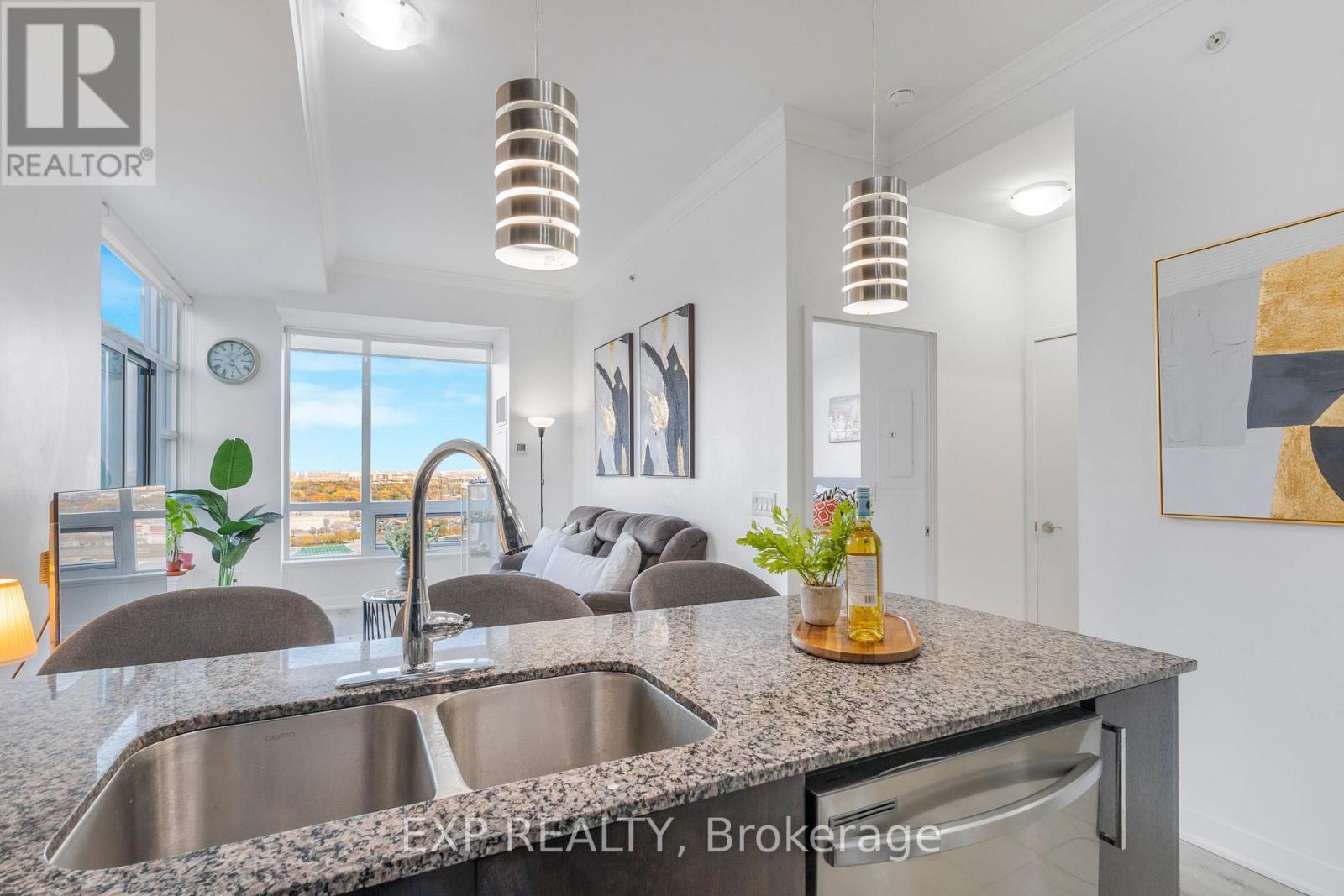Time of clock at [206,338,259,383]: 5:07
